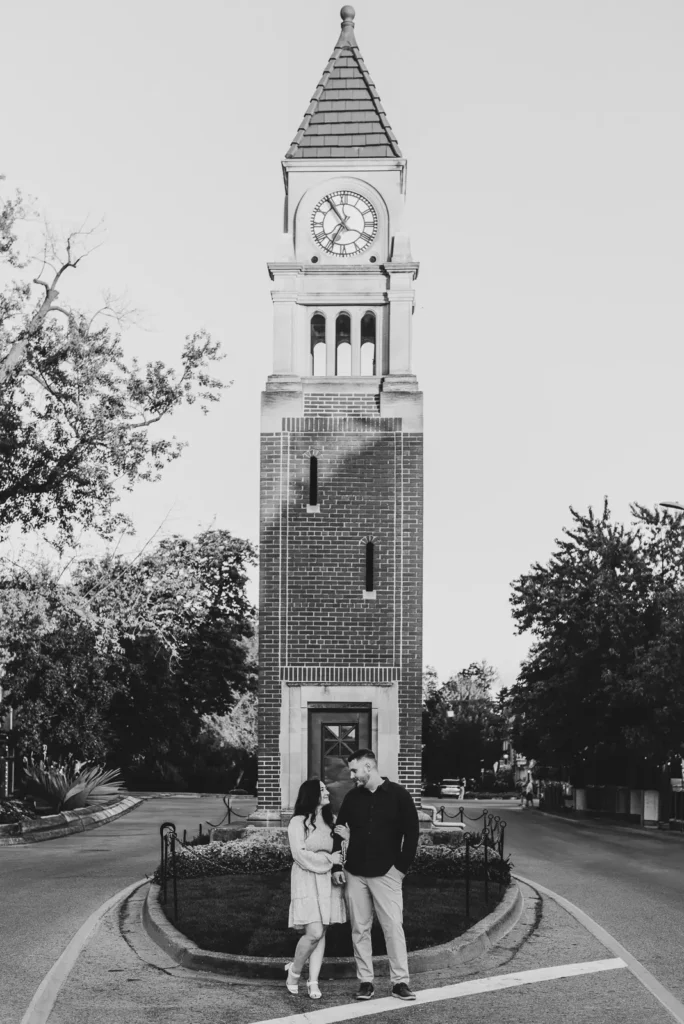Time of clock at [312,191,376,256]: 6:54
